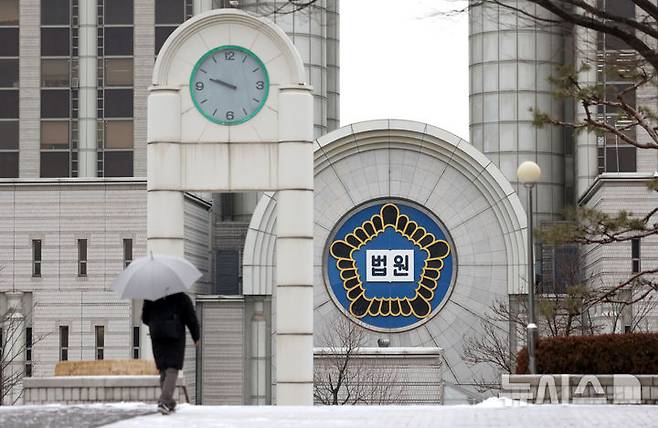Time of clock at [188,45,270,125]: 9:48
